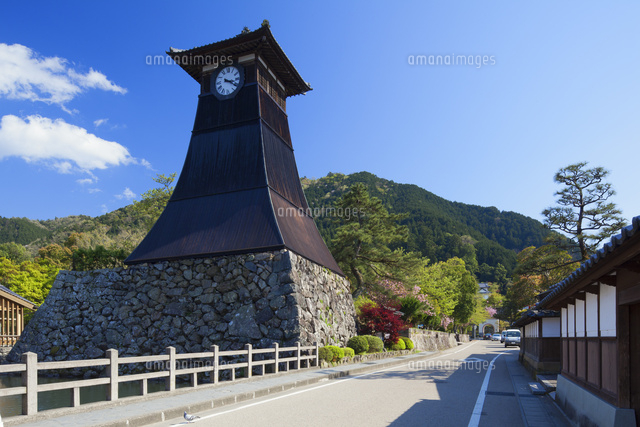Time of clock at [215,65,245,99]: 3:20
